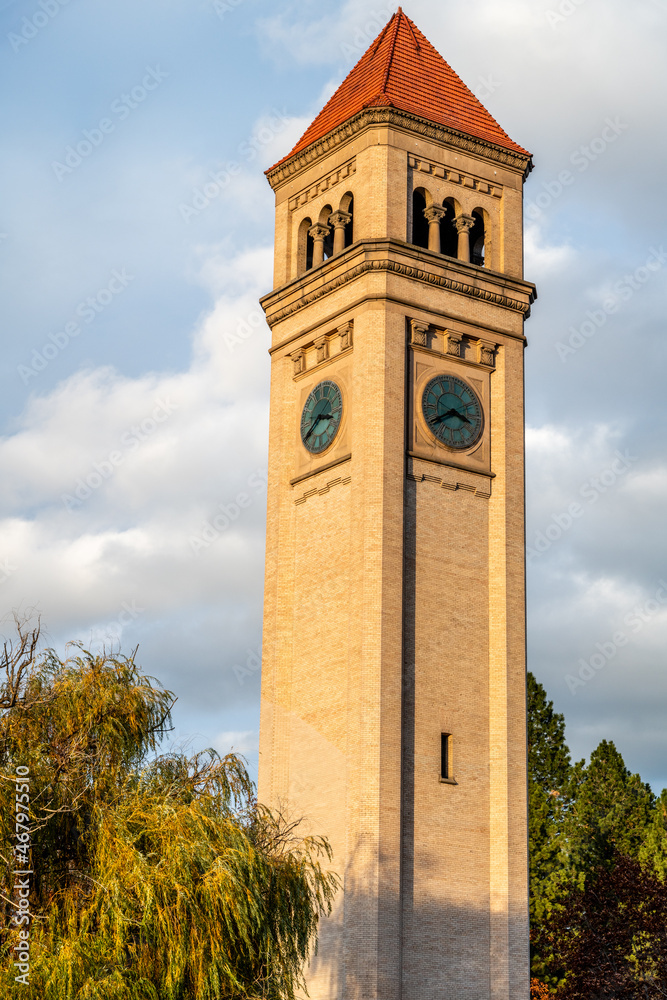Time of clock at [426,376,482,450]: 3:39
